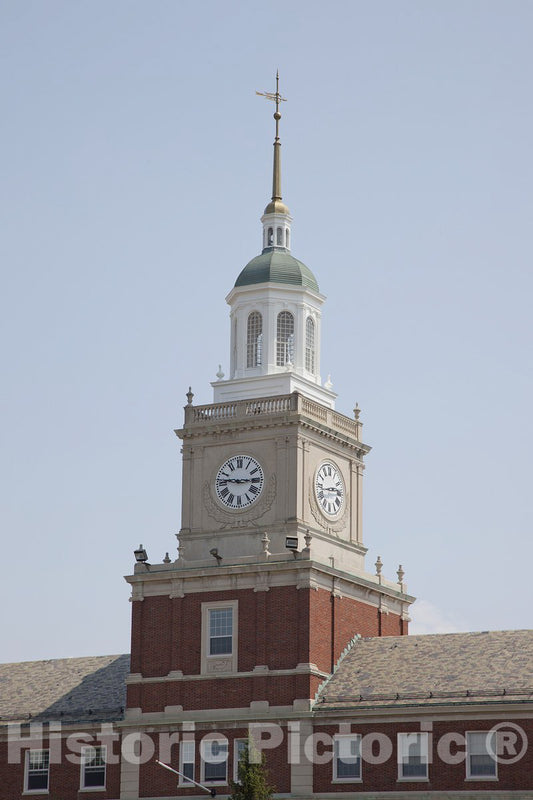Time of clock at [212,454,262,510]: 2:46
